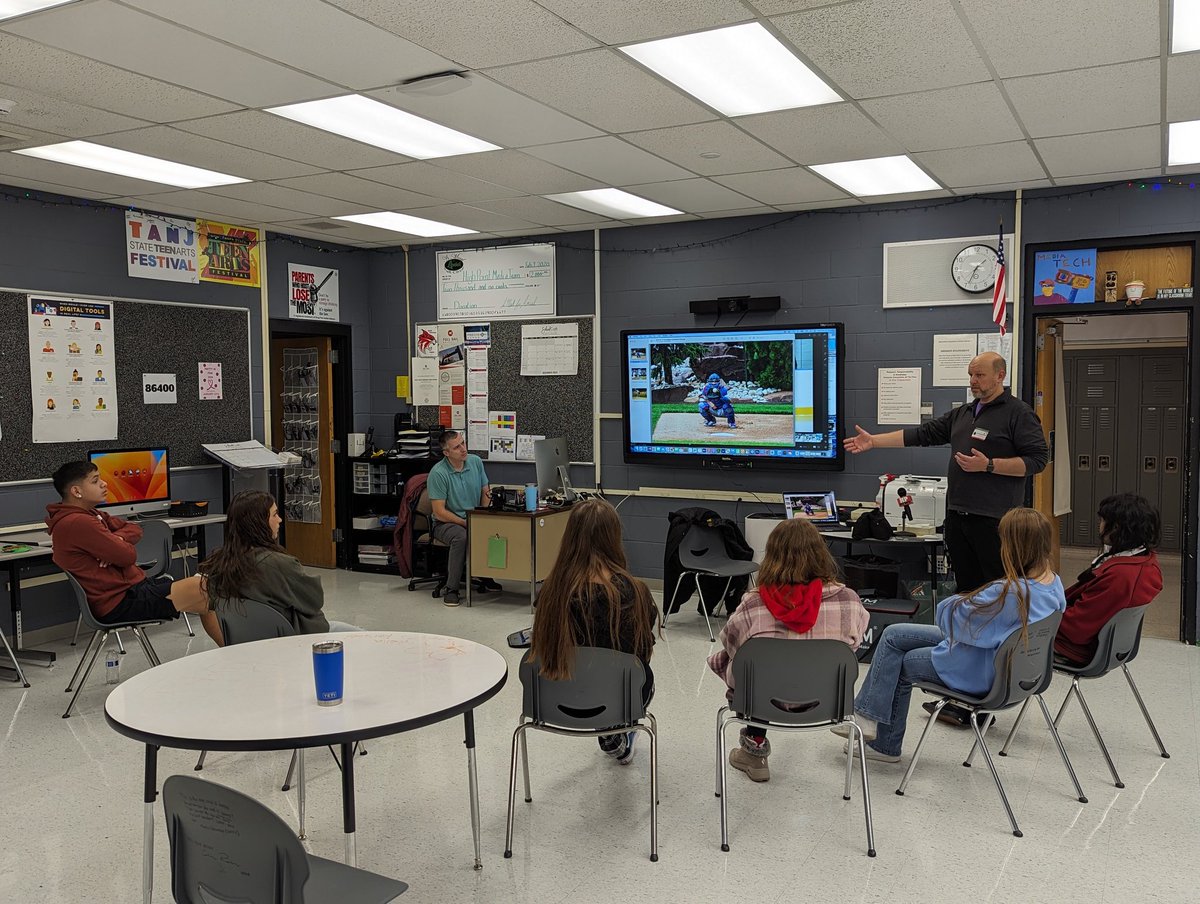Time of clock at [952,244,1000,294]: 1:34
